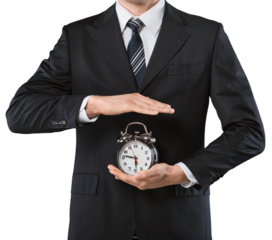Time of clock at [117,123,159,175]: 5:46
